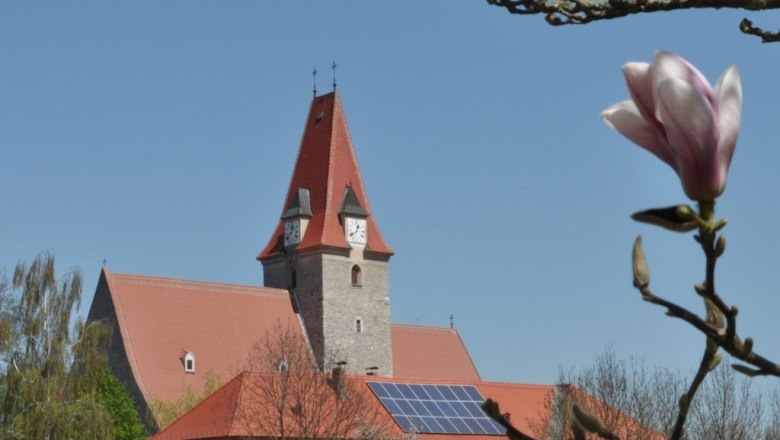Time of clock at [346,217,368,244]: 12:38
